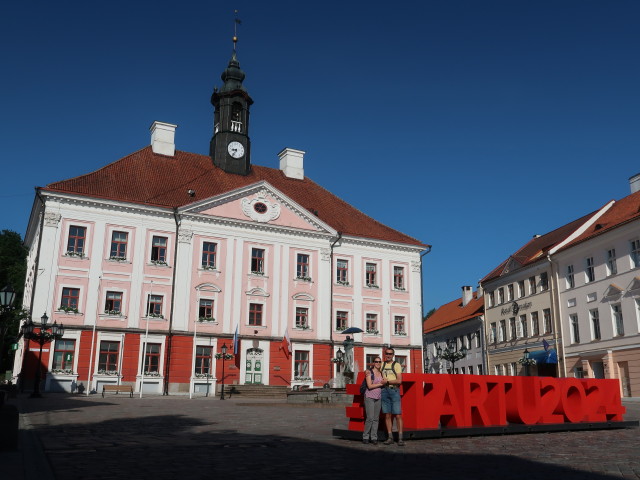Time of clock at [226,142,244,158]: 8:36
